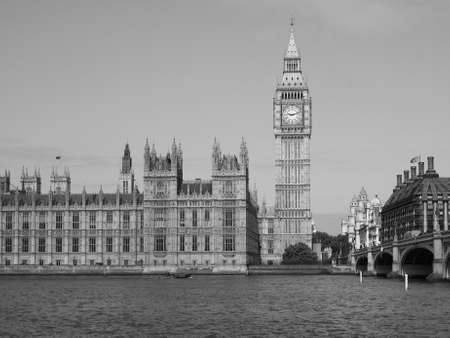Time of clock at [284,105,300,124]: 9:12
